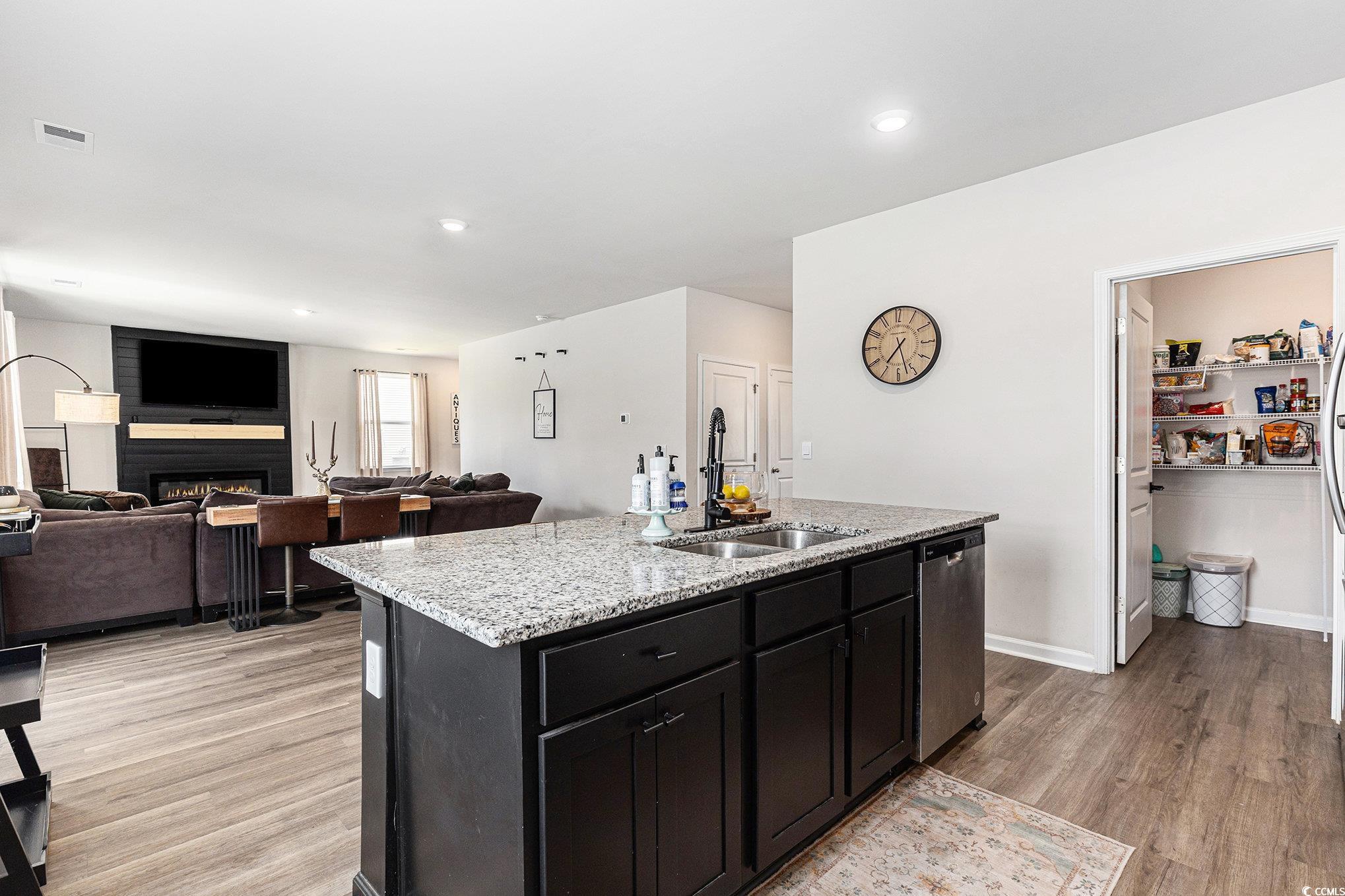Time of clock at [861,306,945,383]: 7:27
